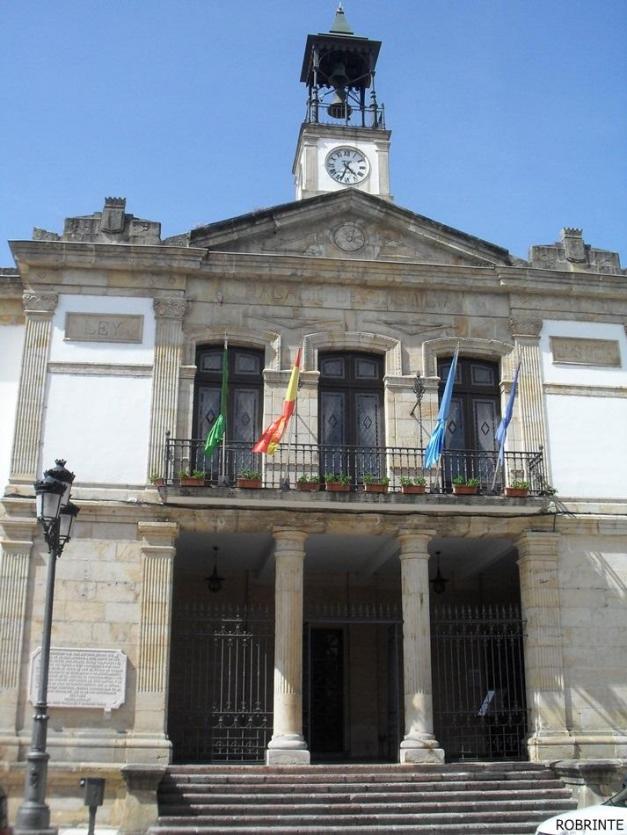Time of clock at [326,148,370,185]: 4:33
